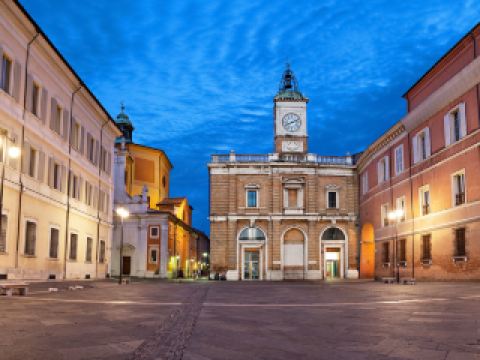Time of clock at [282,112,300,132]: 8:11
